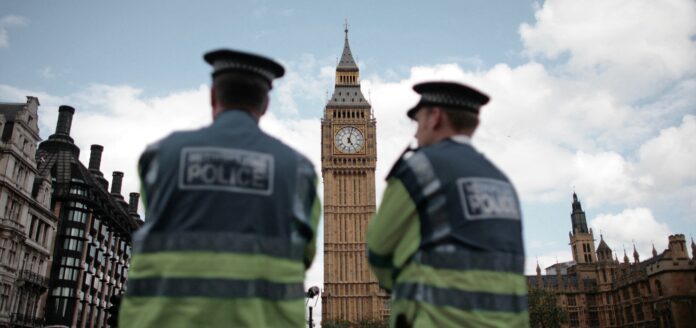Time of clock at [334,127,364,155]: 5:02
